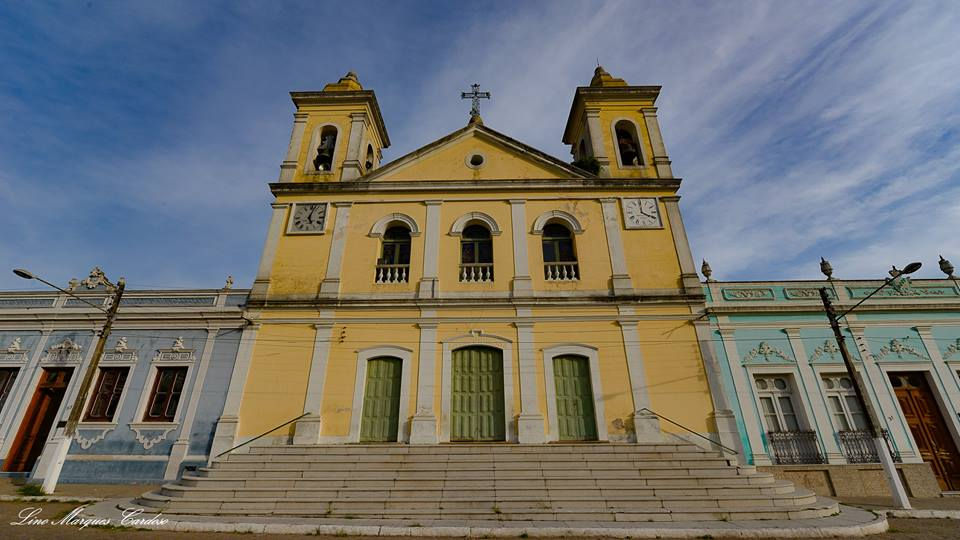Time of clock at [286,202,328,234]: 5:02
